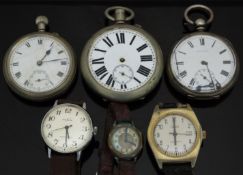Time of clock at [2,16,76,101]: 1:13
